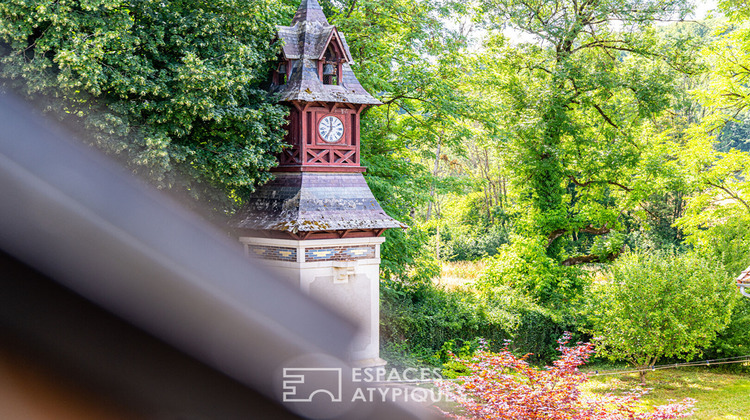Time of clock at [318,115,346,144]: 6:59
